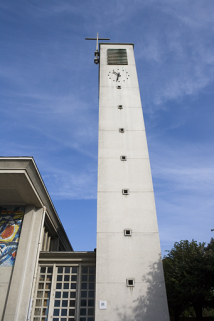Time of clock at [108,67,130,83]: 10:32
